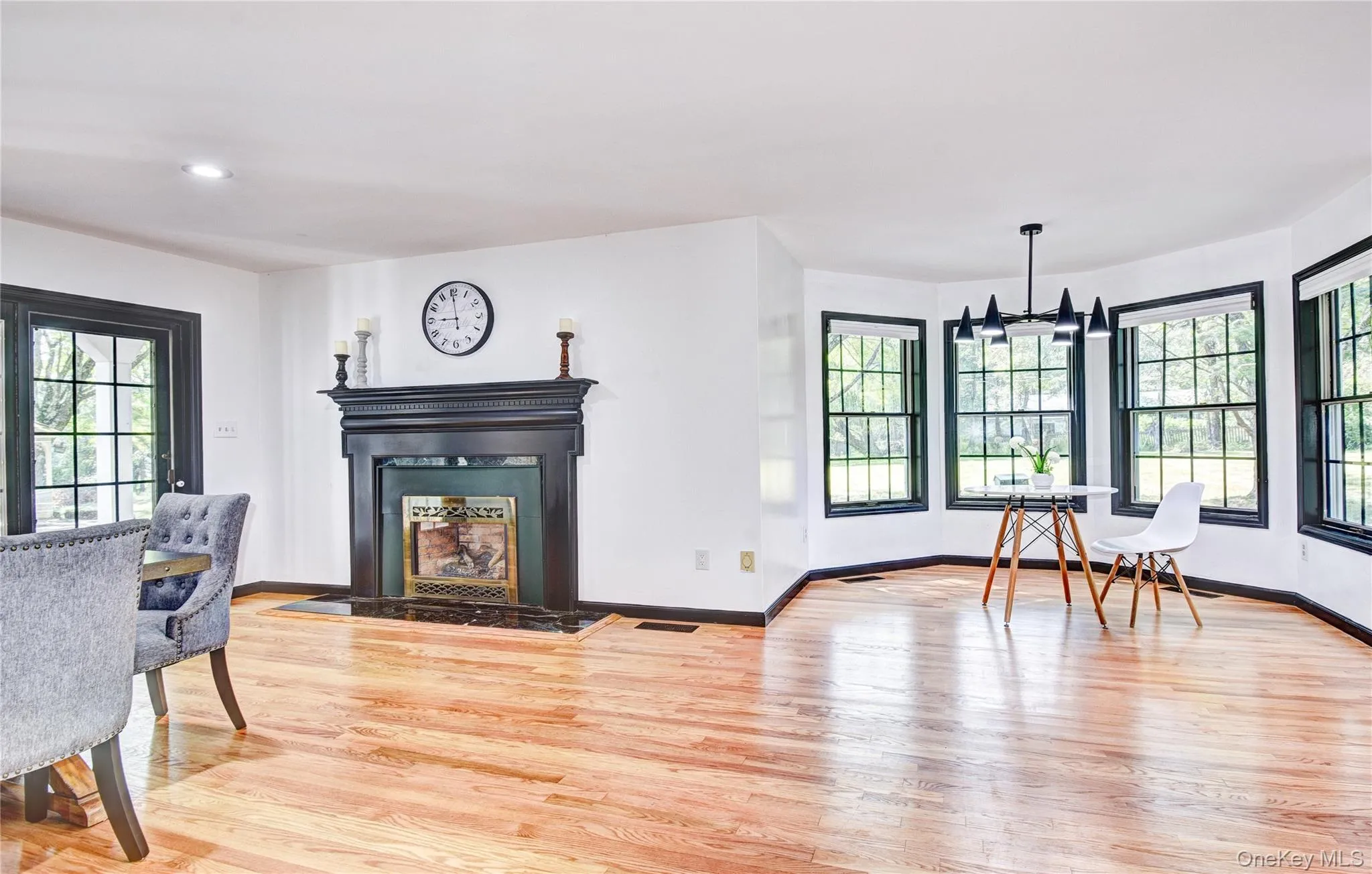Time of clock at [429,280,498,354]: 8:59
